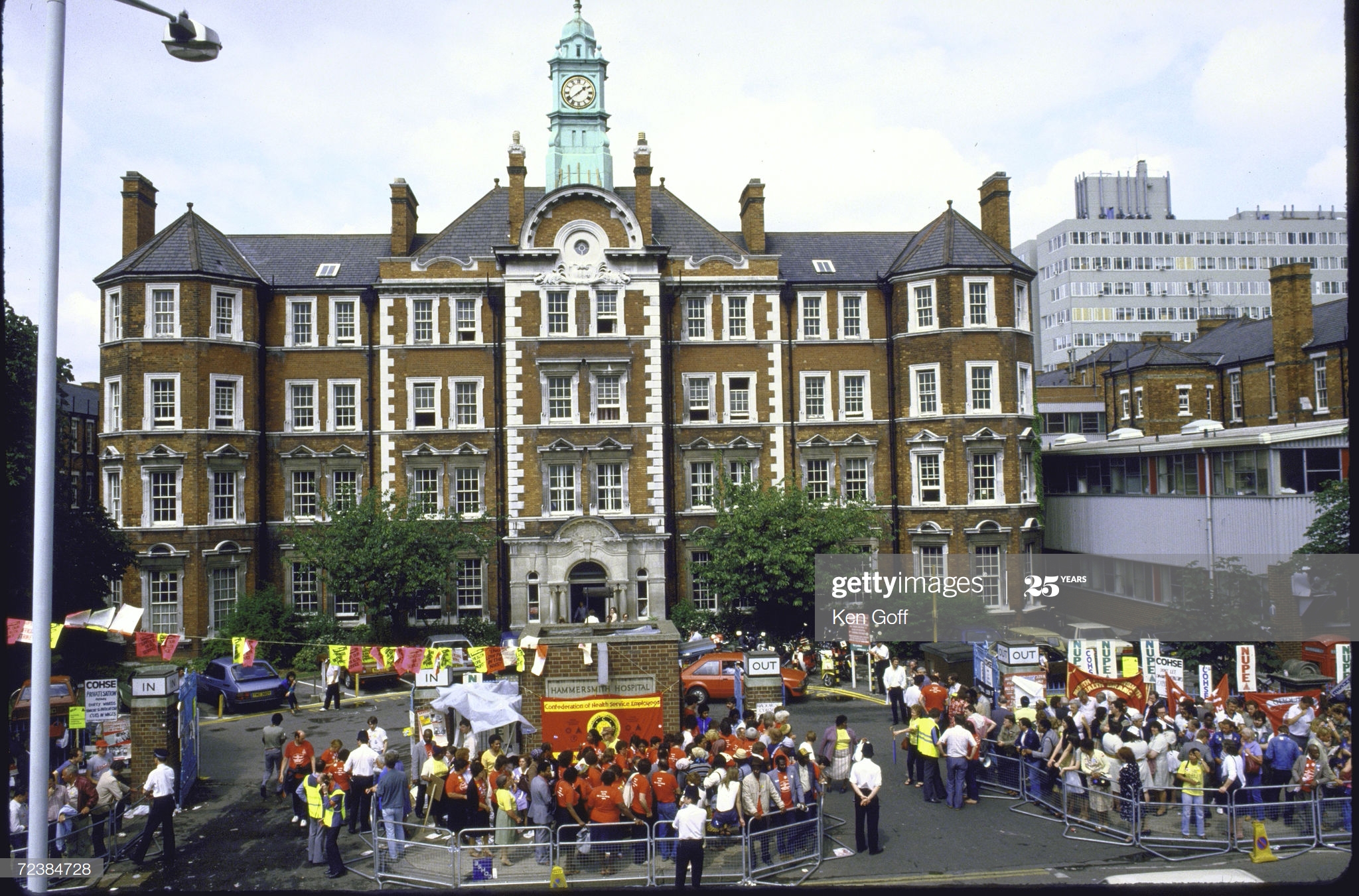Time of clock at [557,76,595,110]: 1:38
